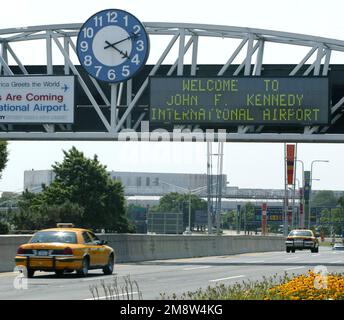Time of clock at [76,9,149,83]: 4:11
